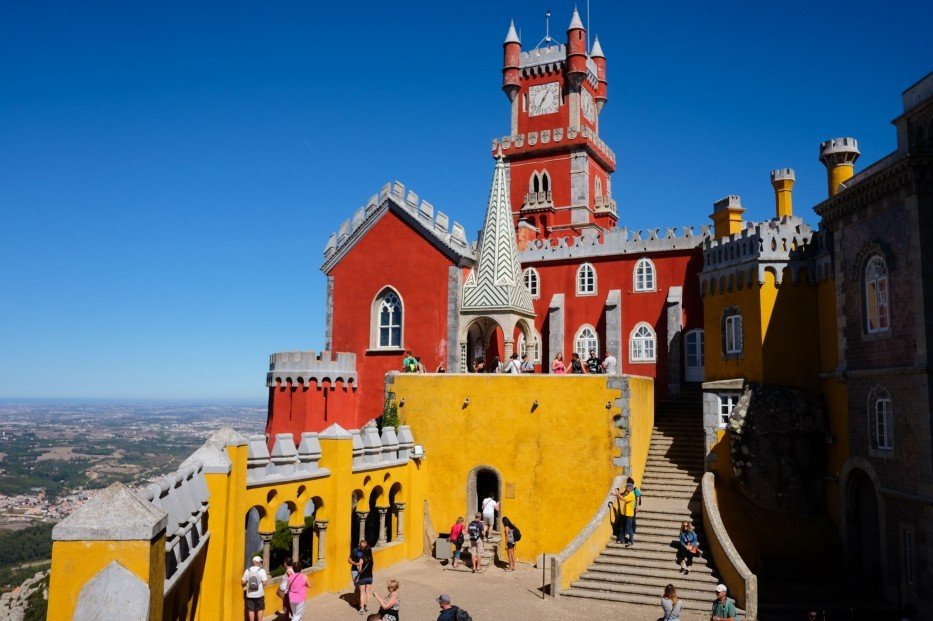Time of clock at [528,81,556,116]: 7:05
